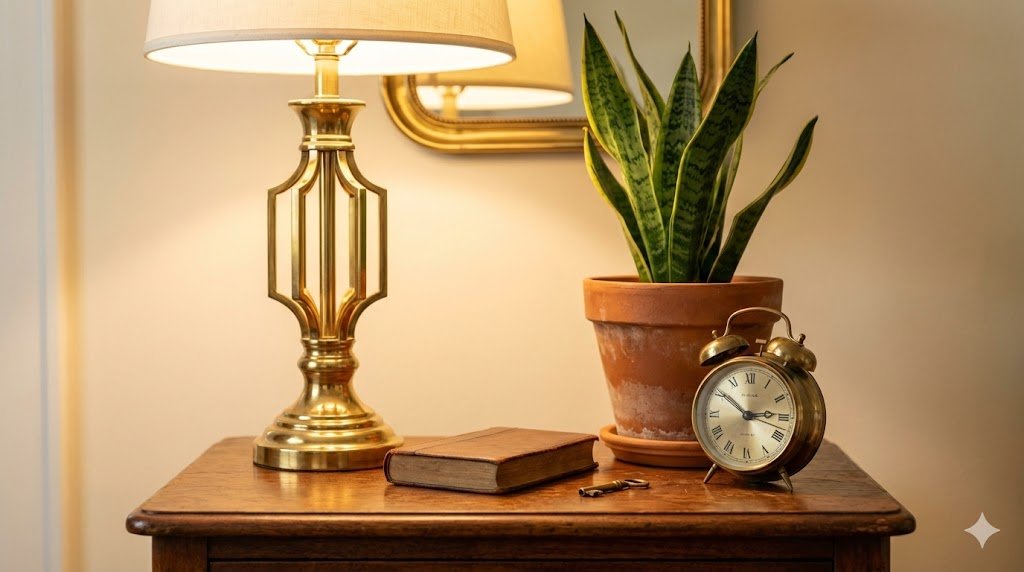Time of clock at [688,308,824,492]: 2:51
